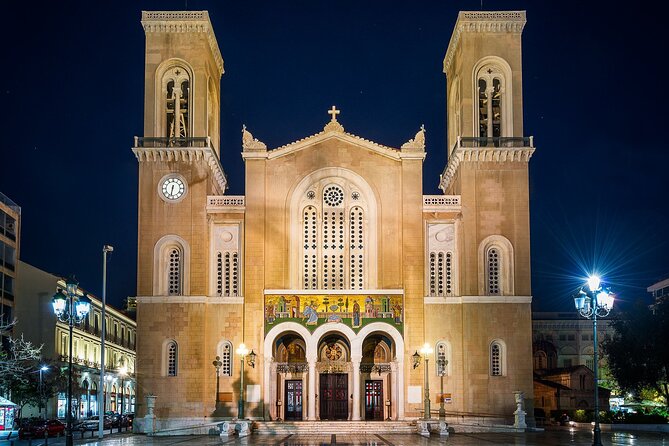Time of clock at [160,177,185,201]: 6:32
